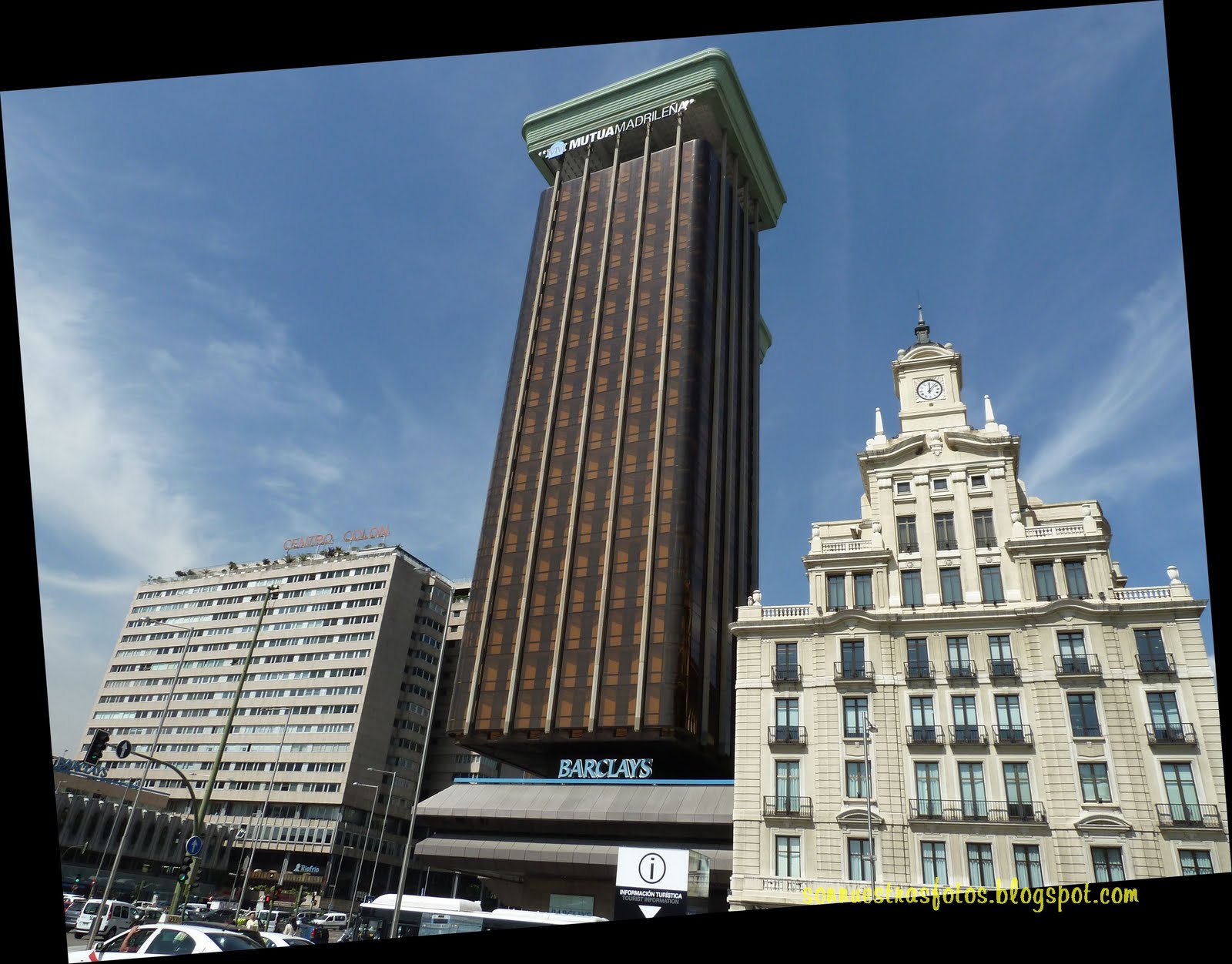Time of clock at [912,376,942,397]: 12:07
